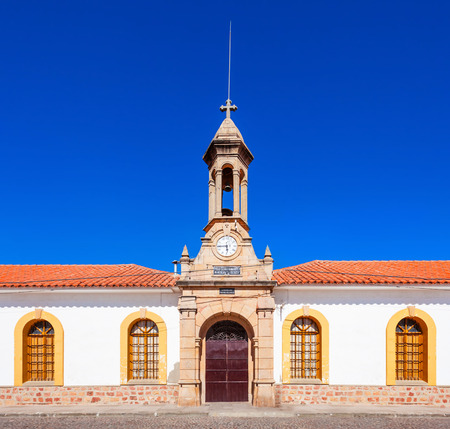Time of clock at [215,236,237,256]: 5:44
